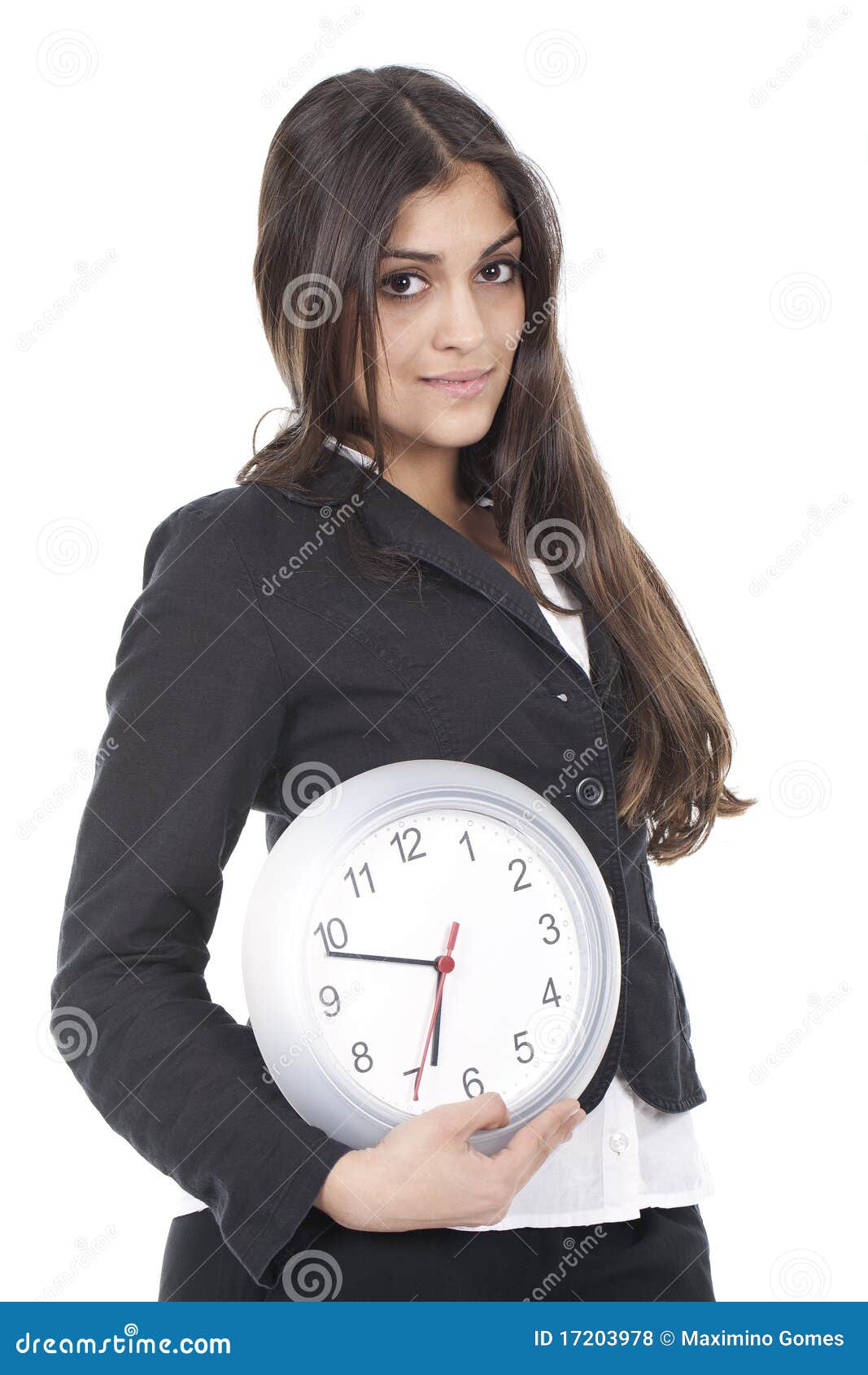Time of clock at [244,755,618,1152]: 6:48
